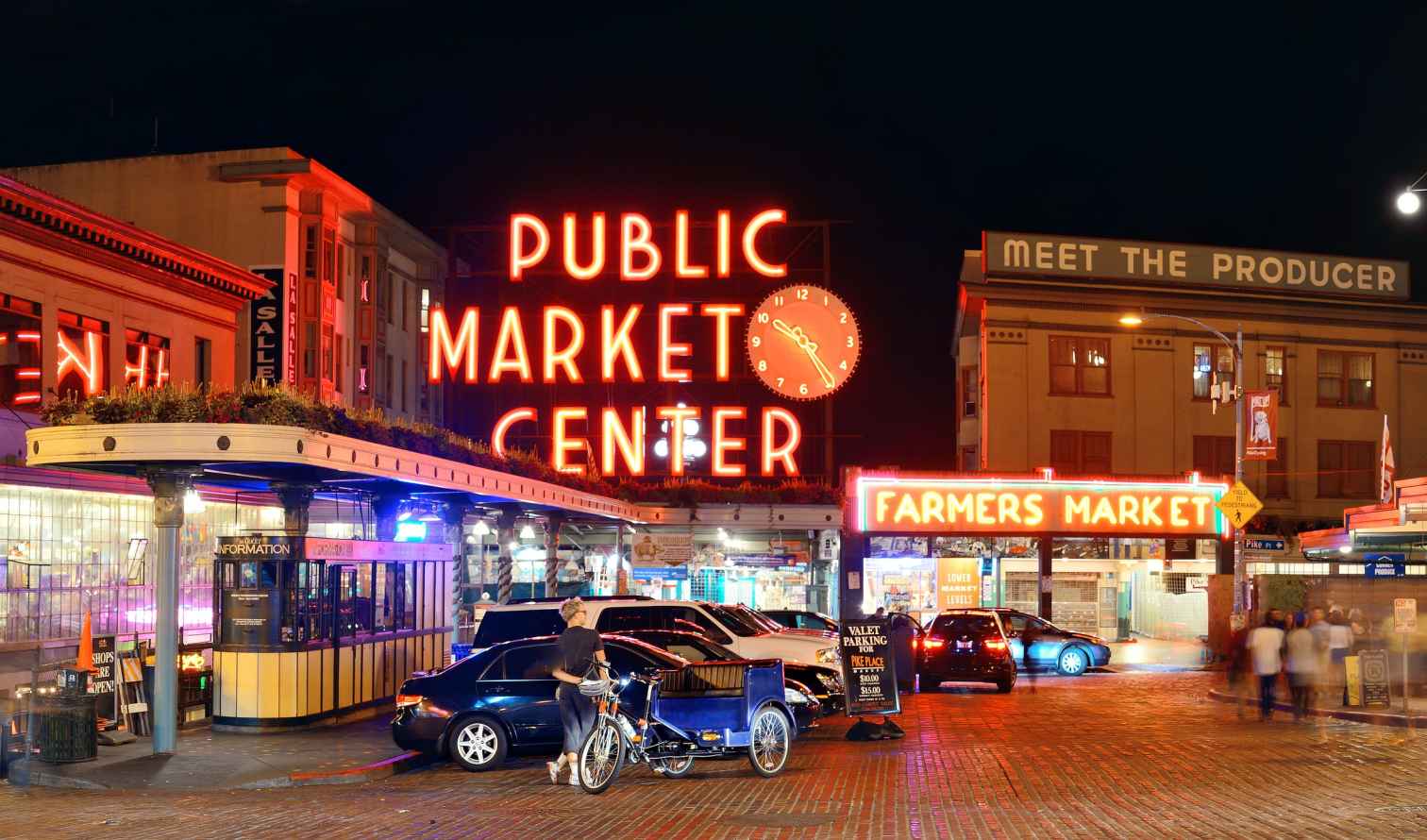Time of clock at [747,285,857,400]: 10:24
